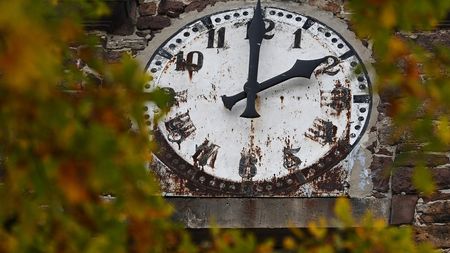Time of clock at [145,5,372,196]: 2:00
